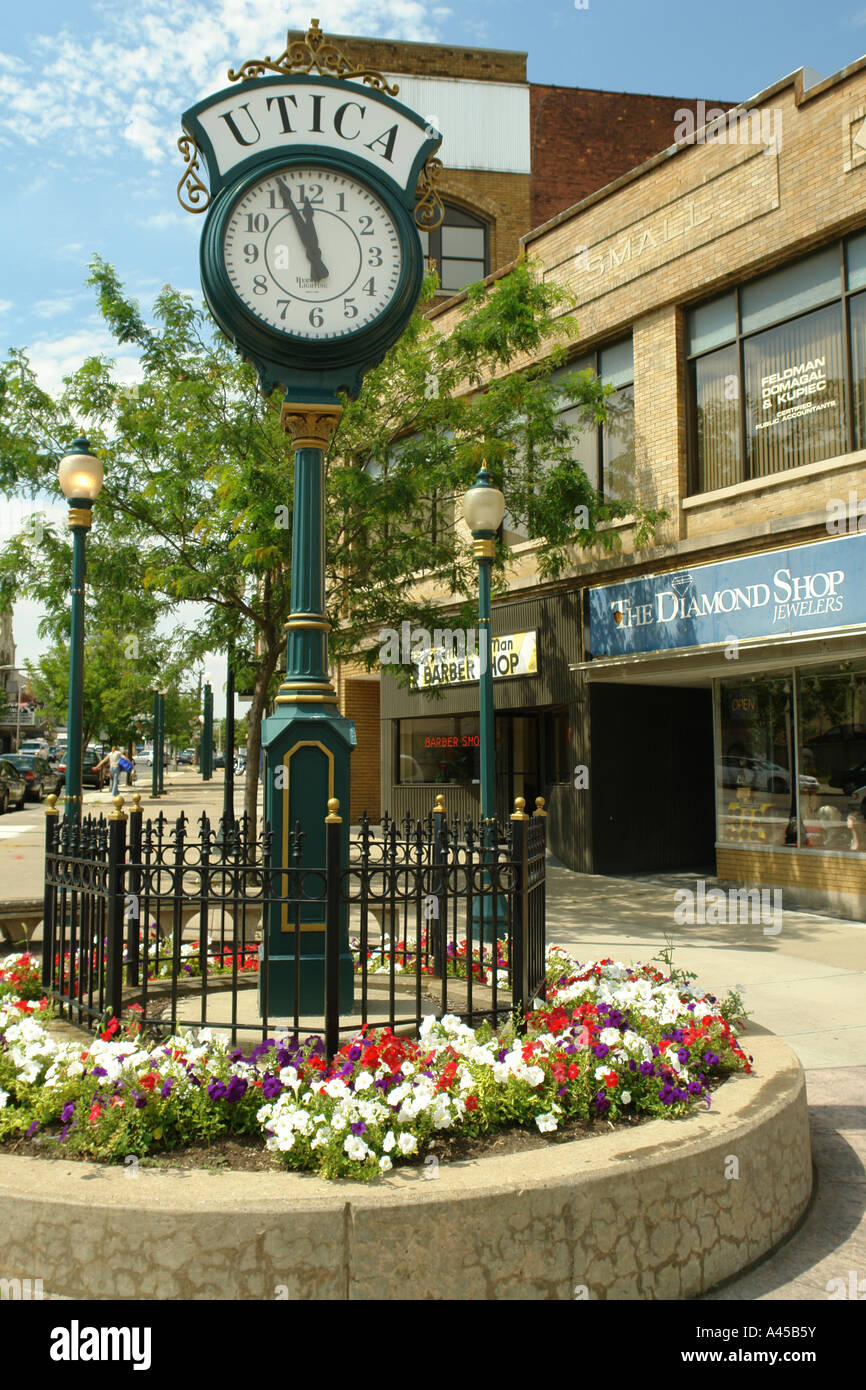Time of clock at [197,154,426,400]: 11:56
